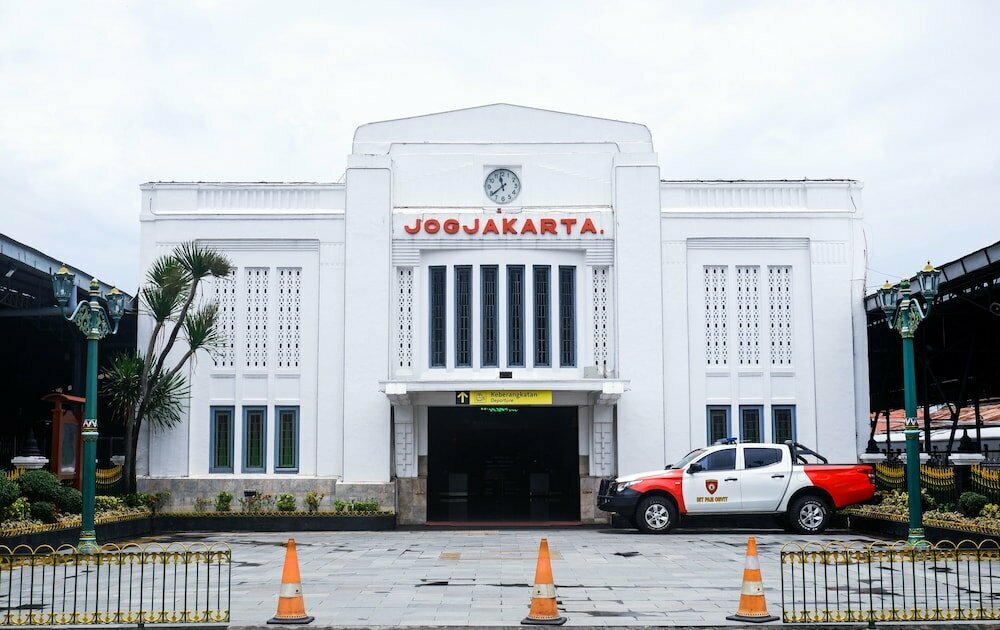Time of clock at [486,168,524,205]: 11:38
